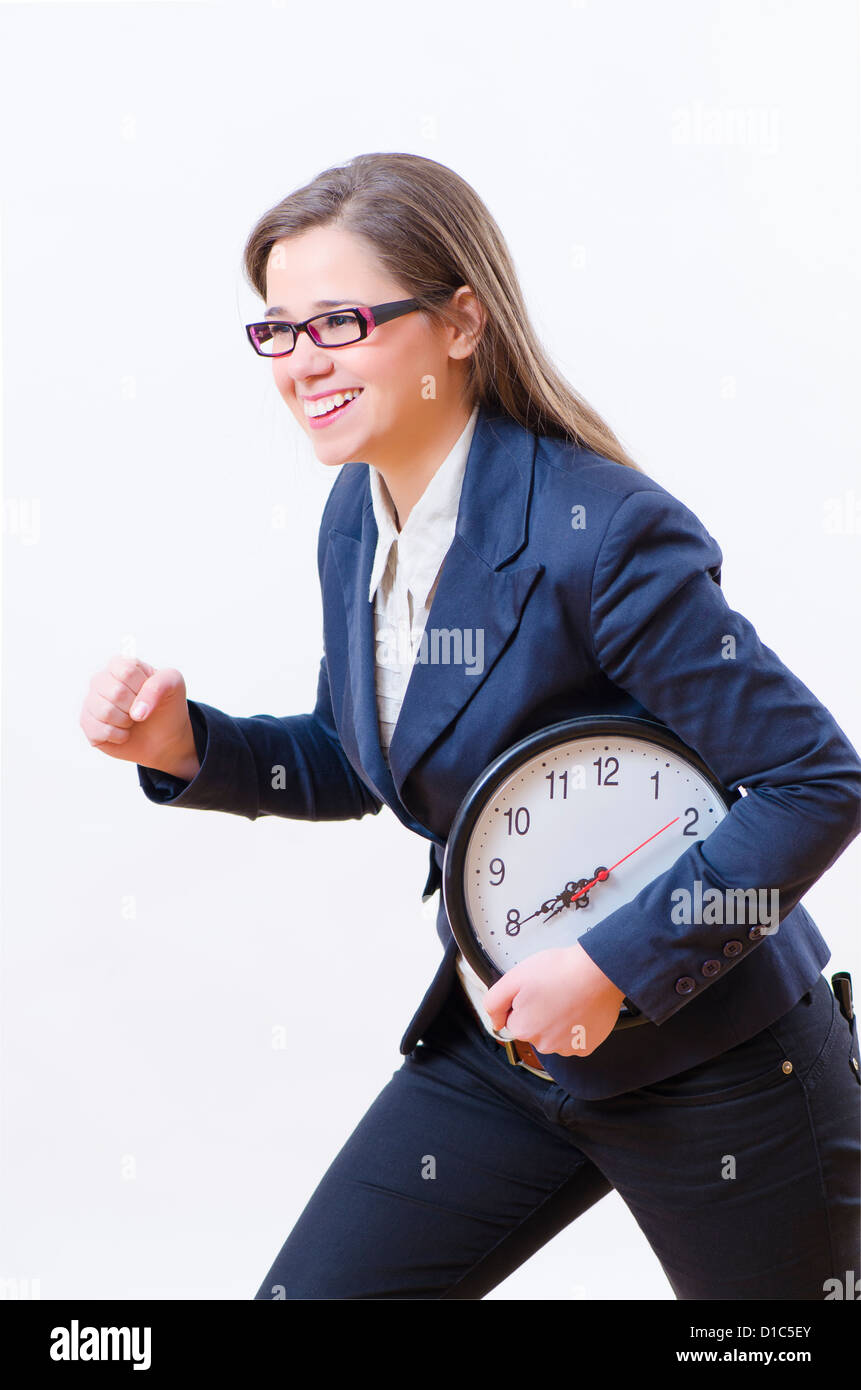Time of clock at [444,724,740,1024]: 7:39
